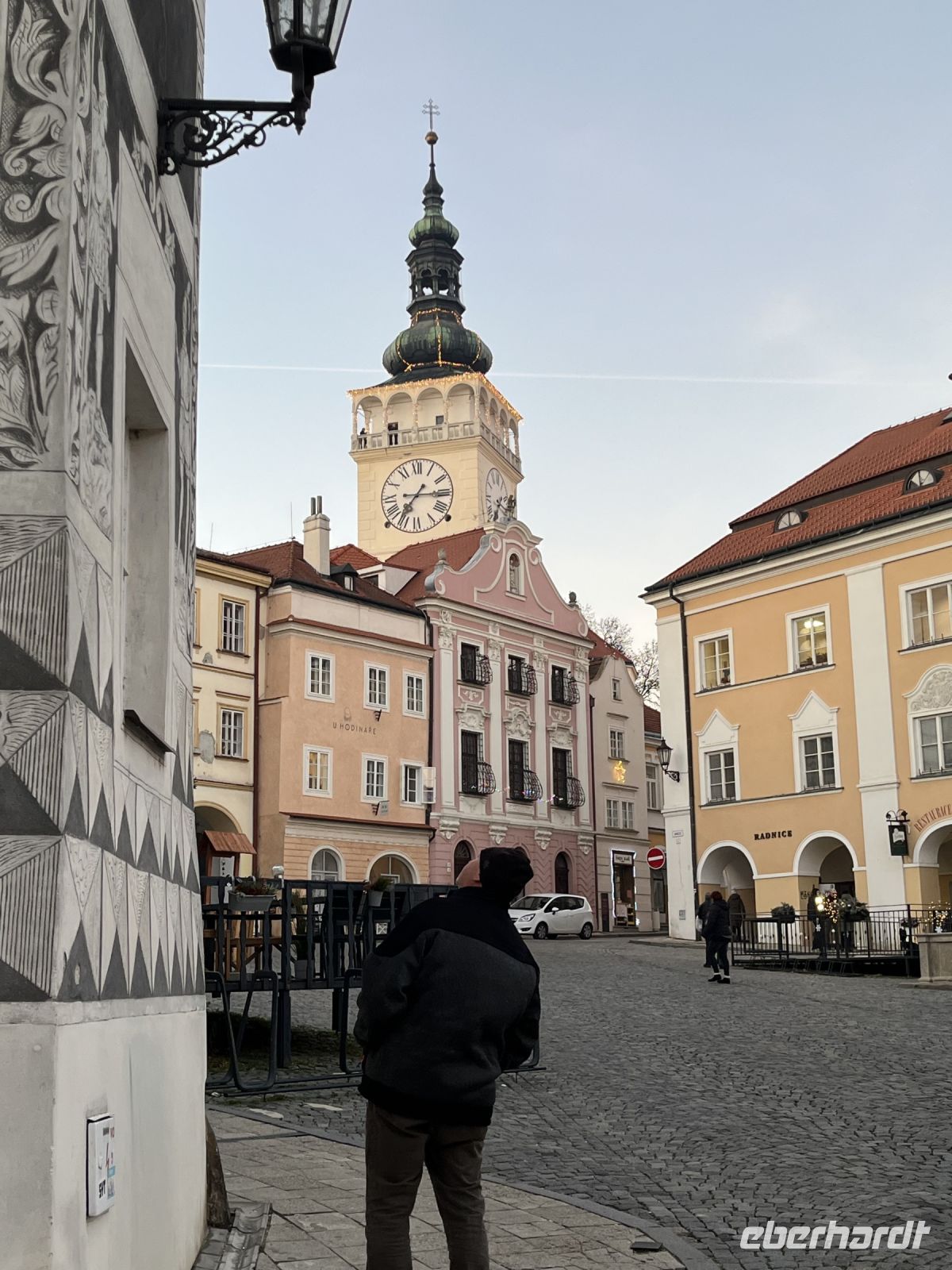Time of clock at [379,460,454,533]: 7:14
